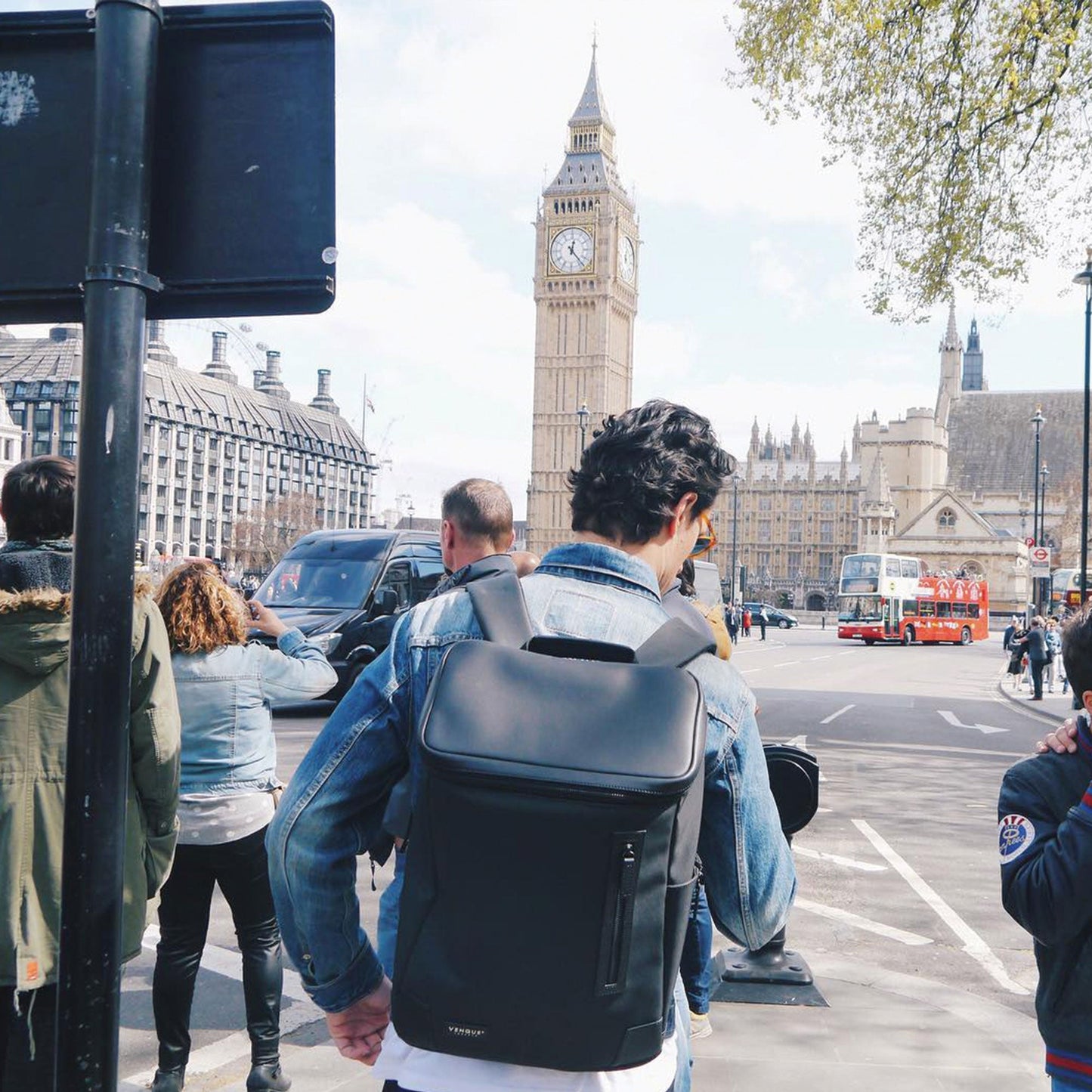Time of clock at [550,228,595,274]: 12:23
